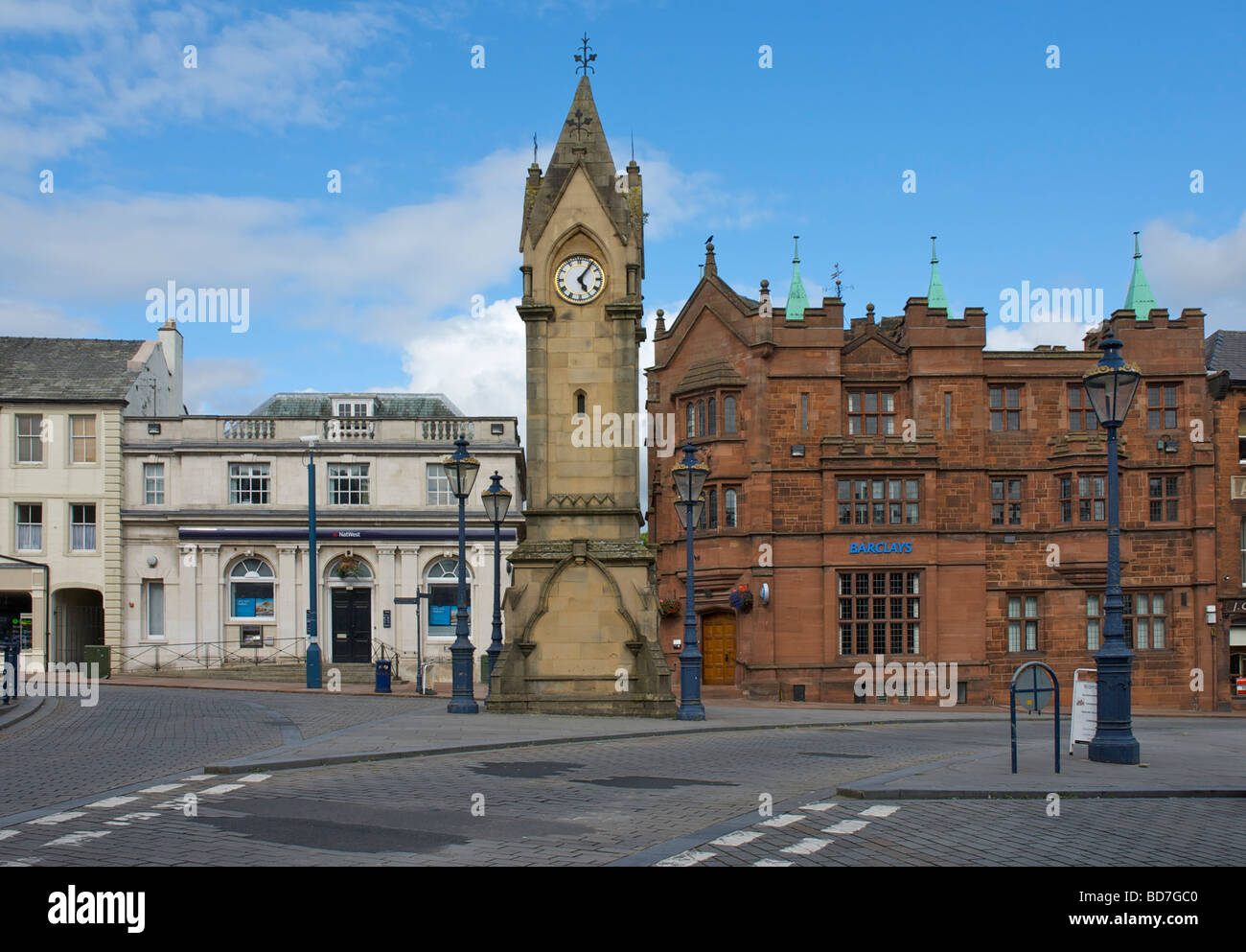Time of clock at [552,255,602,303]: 5:06
